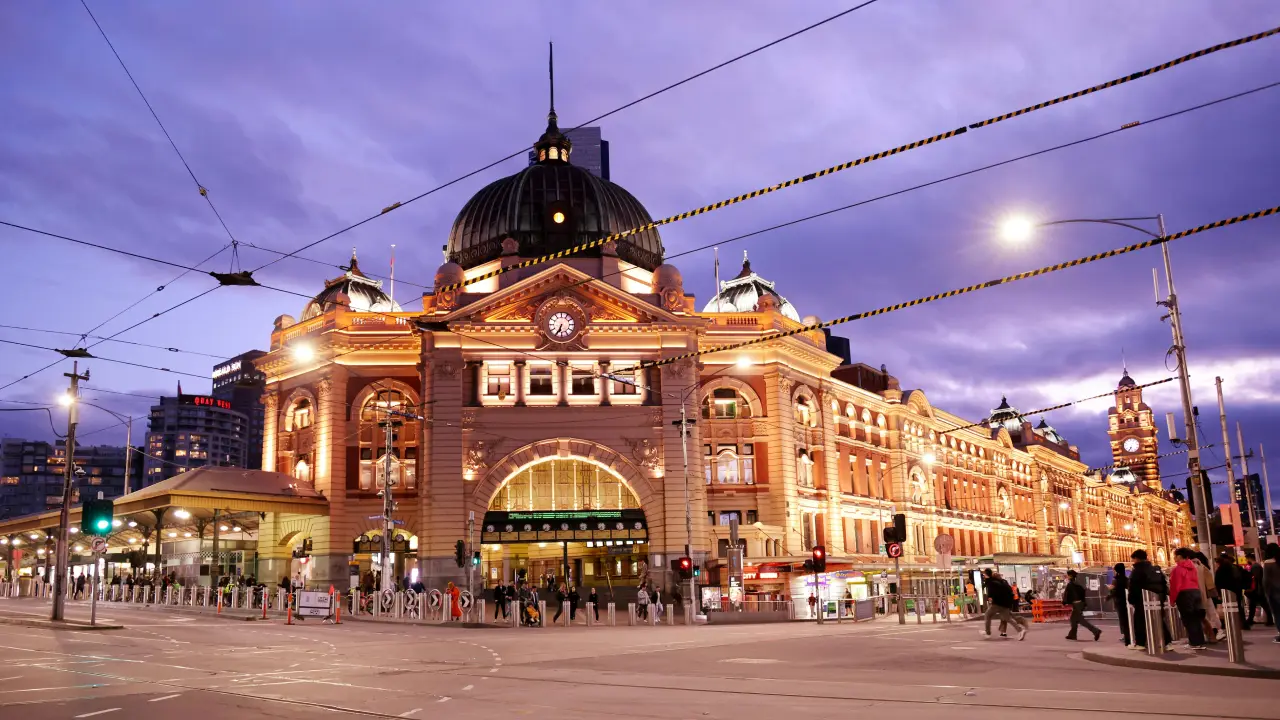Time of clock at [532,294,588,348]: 6:34
